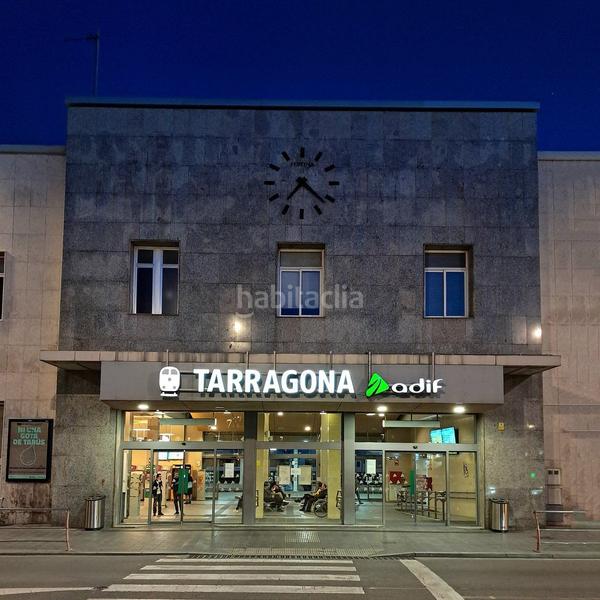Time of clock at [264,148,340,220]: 7:22
